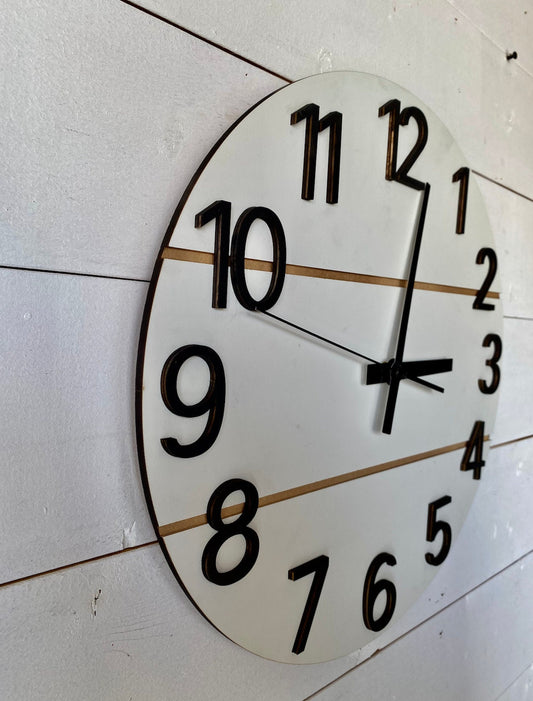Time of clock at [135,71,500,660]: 3:02
